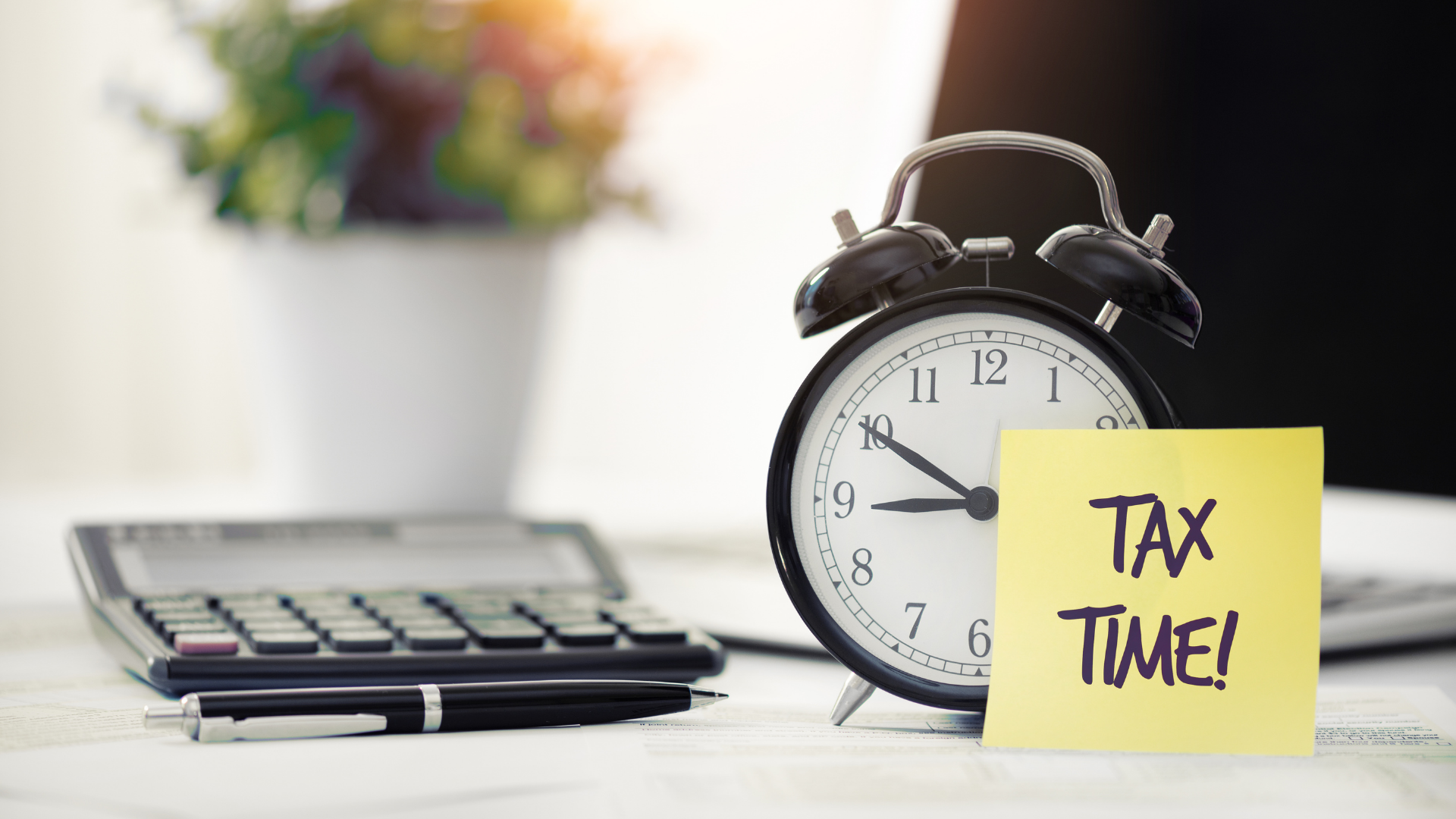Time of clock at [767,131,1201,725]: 8:50
